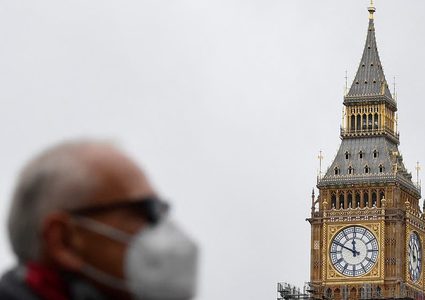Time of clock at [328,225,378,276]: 11:48
